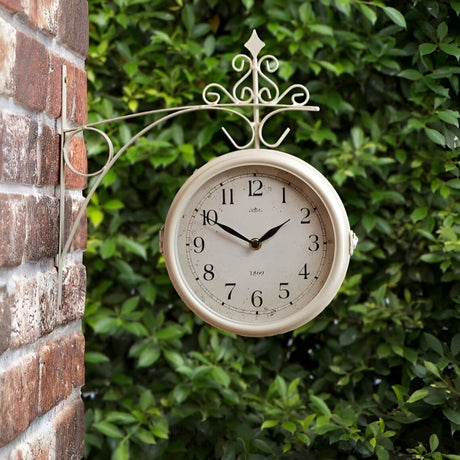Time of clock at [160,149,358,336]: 1:50
